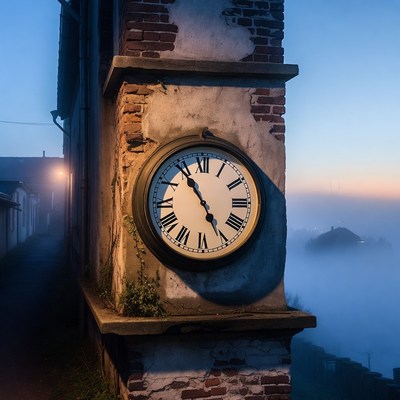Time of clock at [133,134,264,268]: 4:54
